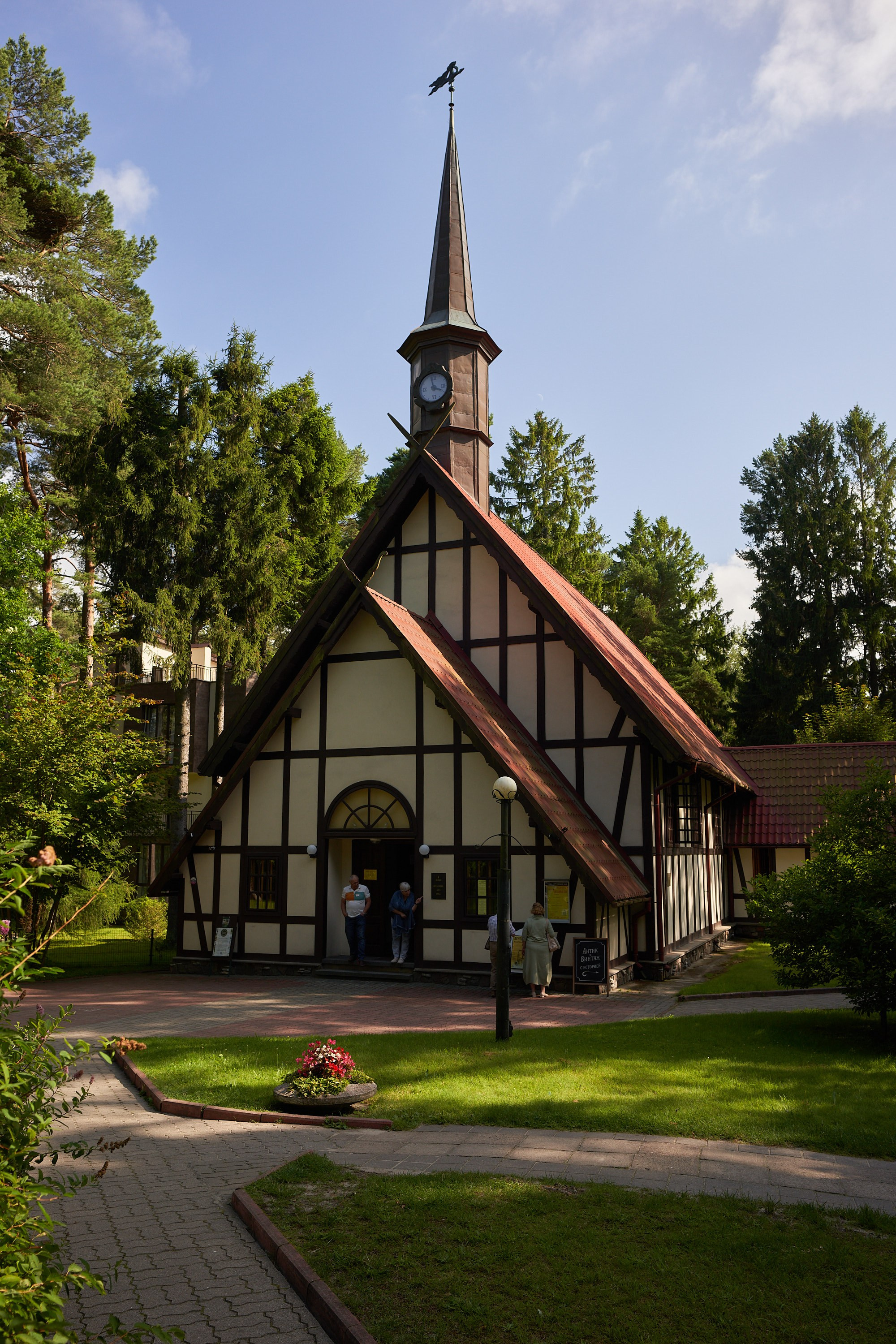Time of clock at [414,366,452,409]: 3:57
